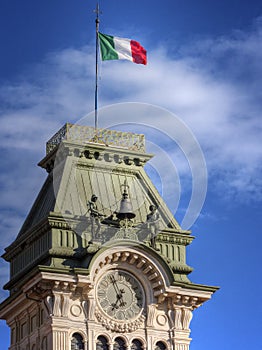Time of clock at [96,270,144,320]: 6:56
